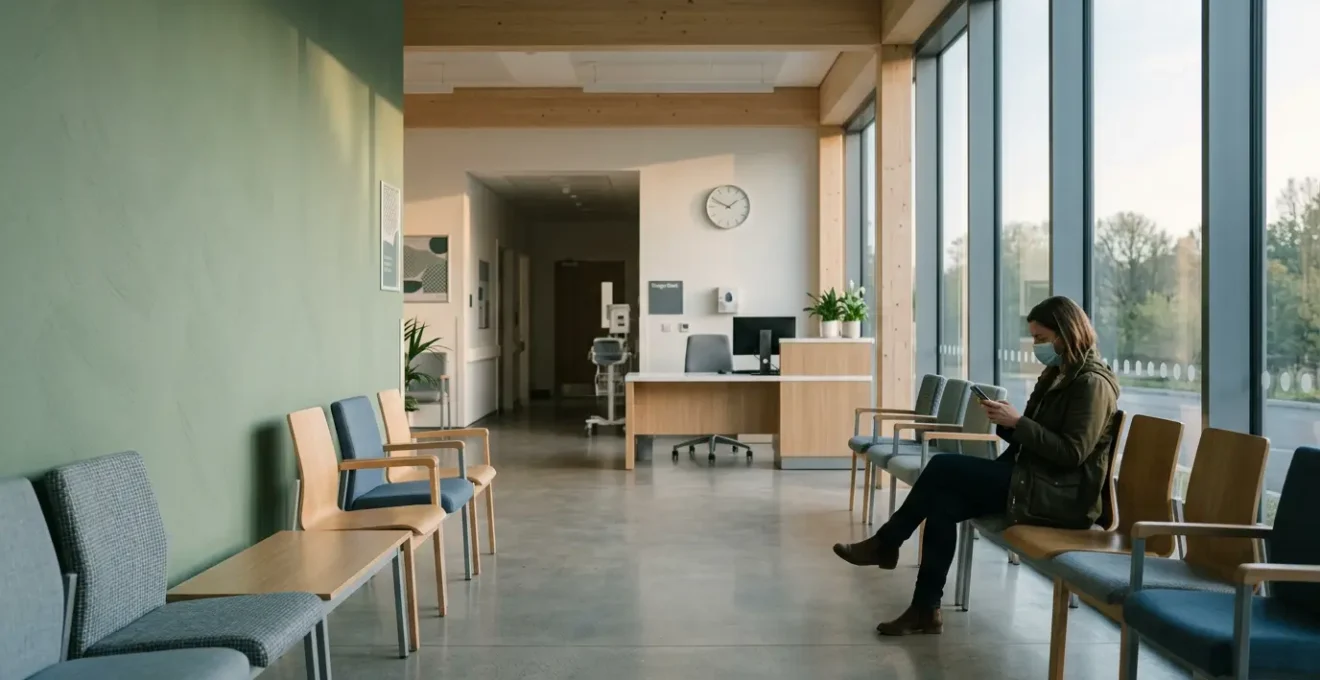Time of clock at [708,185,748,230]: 1:49
